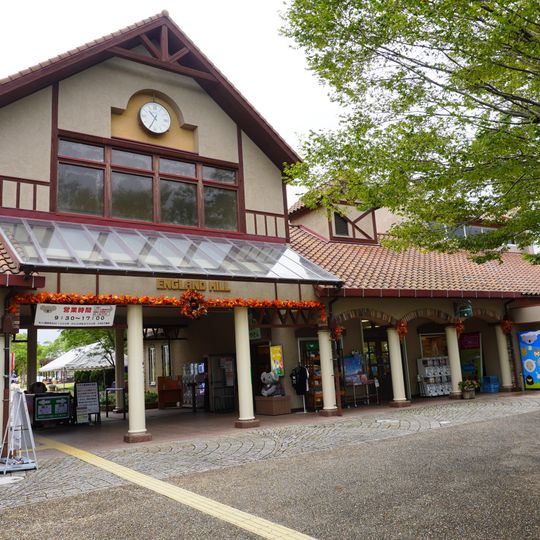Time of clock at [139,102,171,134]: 10:34
